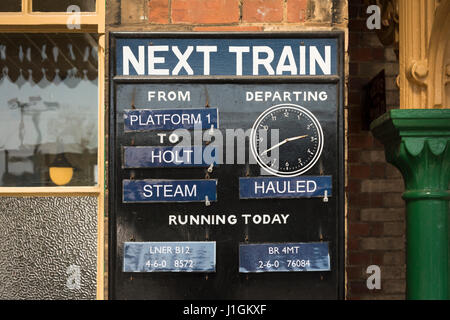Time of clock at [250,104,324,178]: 2:40
